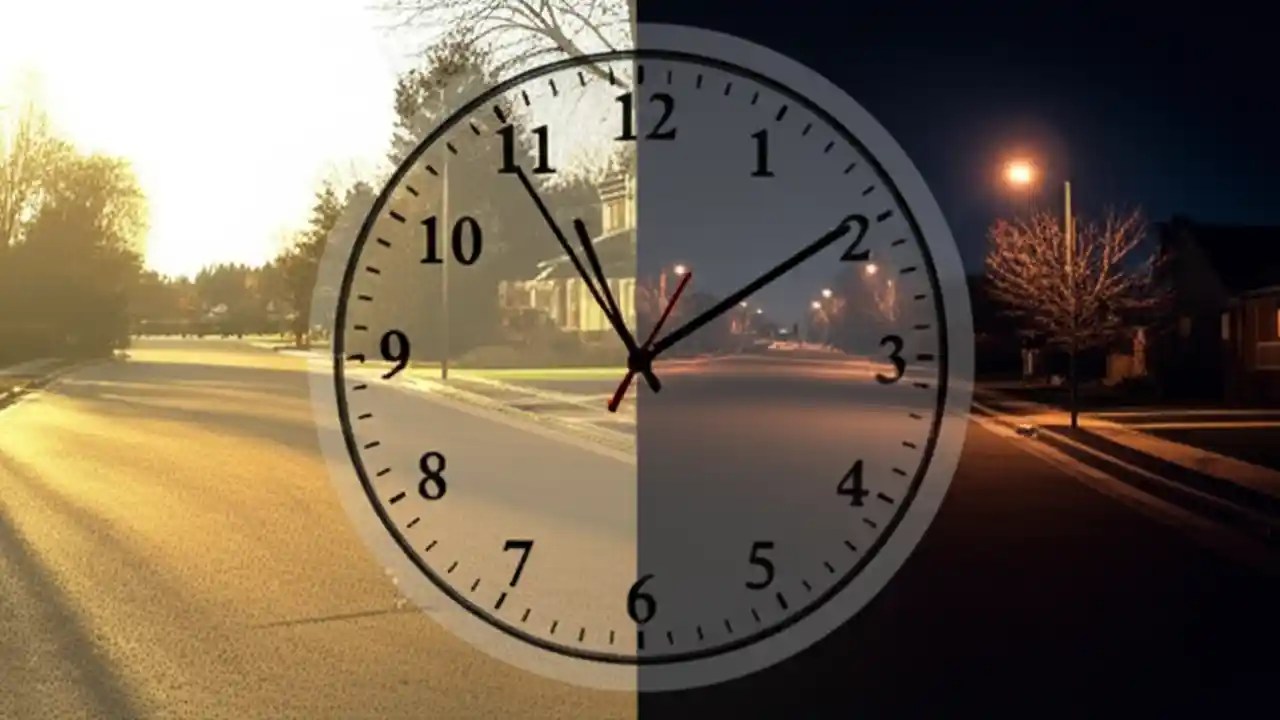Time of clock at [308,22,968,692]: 1:54
